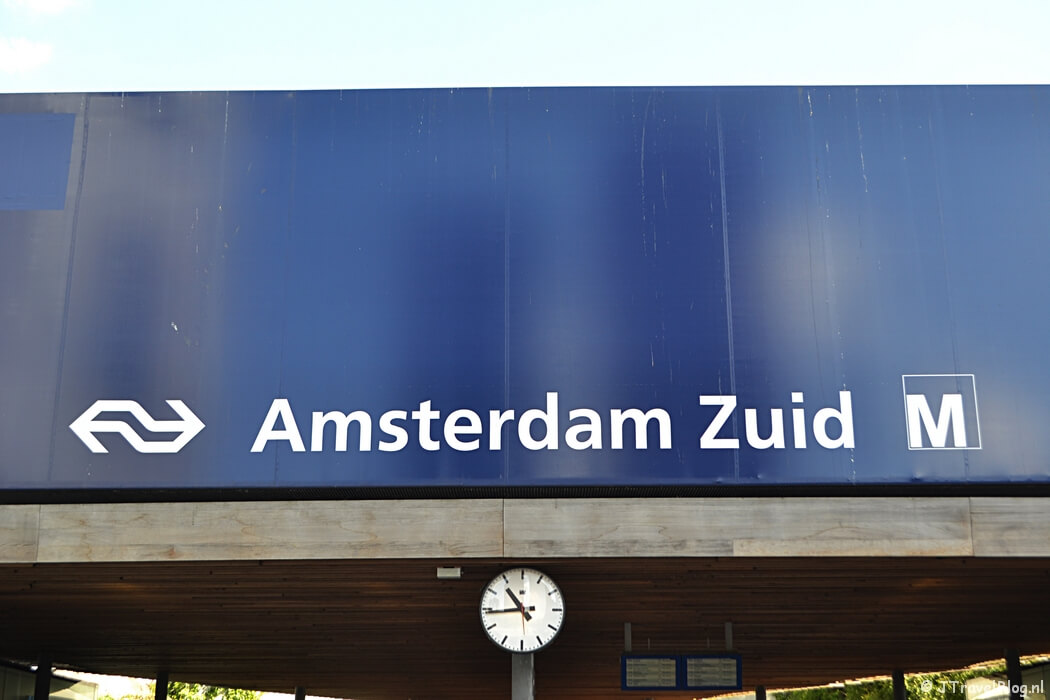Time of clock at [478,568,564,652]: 10:44
